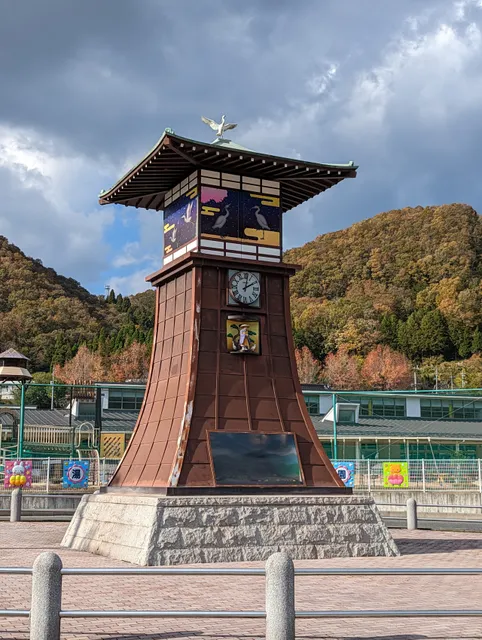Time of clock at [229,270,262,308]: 2:01
